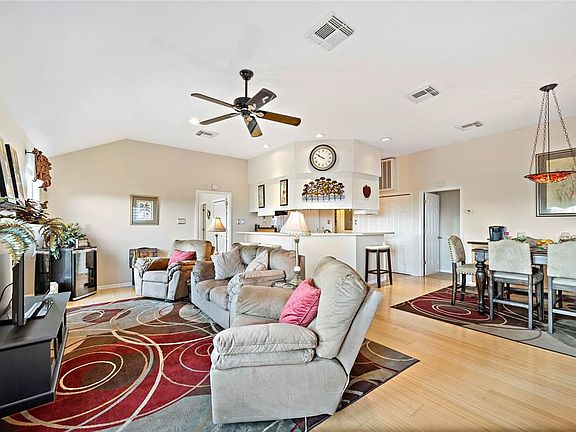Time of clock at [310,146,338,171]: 9:50
